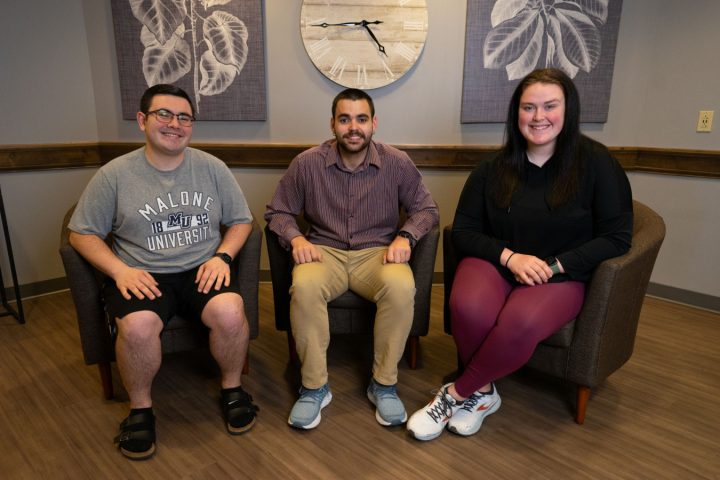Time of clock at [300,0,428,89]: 4:44
